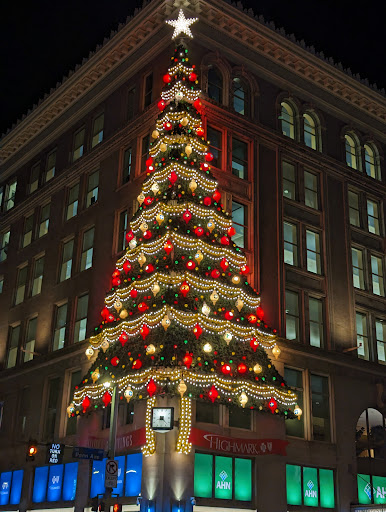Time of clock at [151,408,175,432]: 8:22
